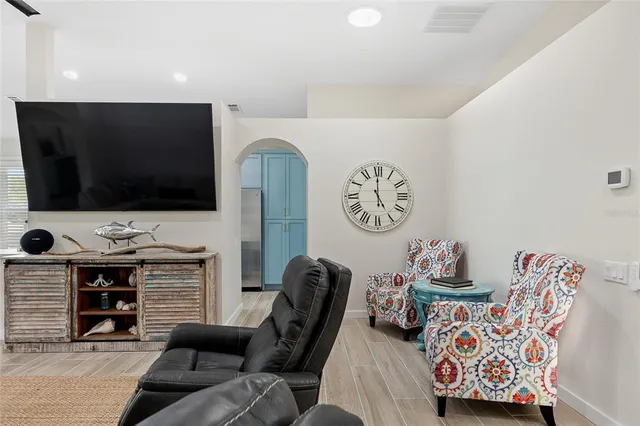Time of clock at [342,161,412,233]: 4:59
